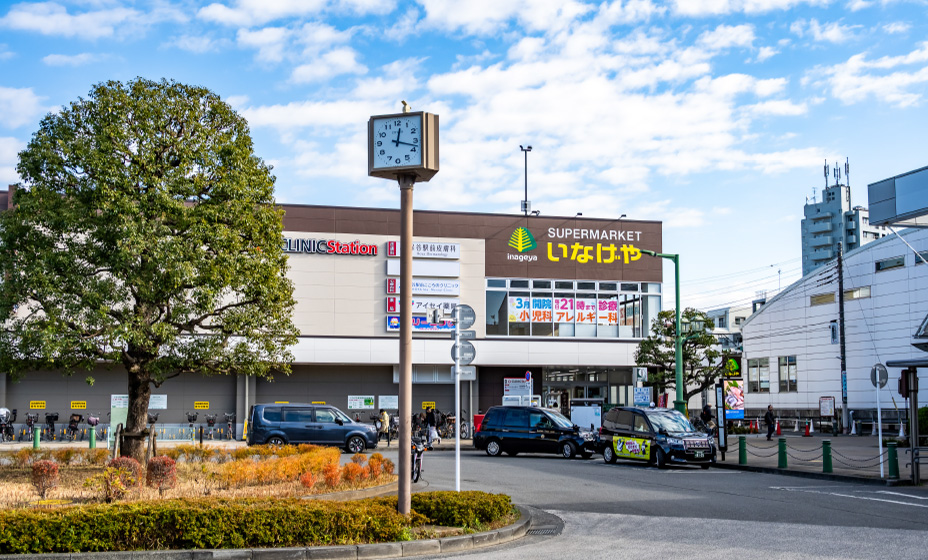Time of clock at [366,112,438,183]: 12:17
